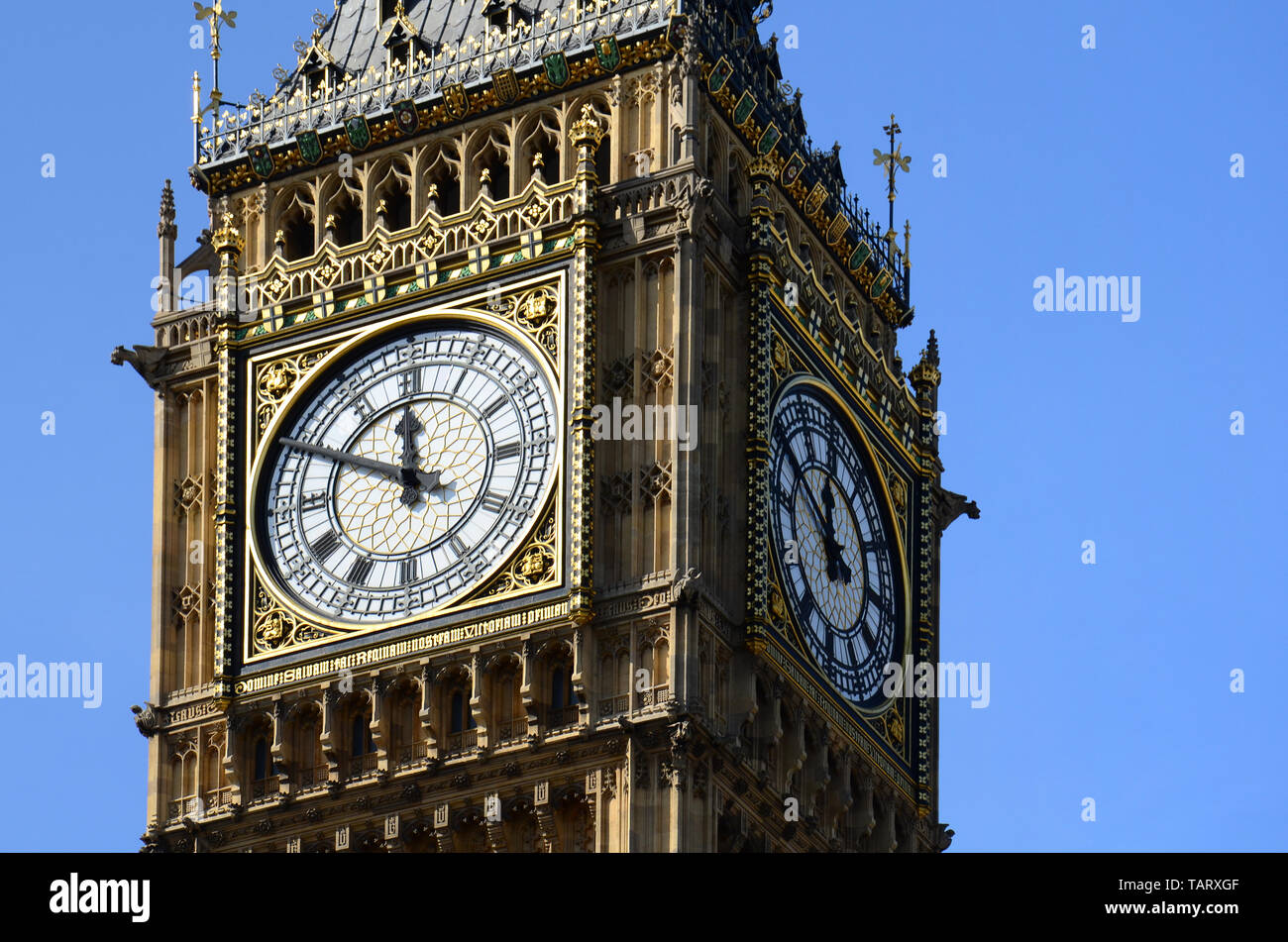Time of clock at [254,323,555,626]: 11:49
